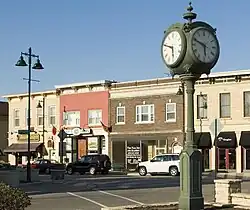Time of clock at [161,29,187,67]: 5:49
